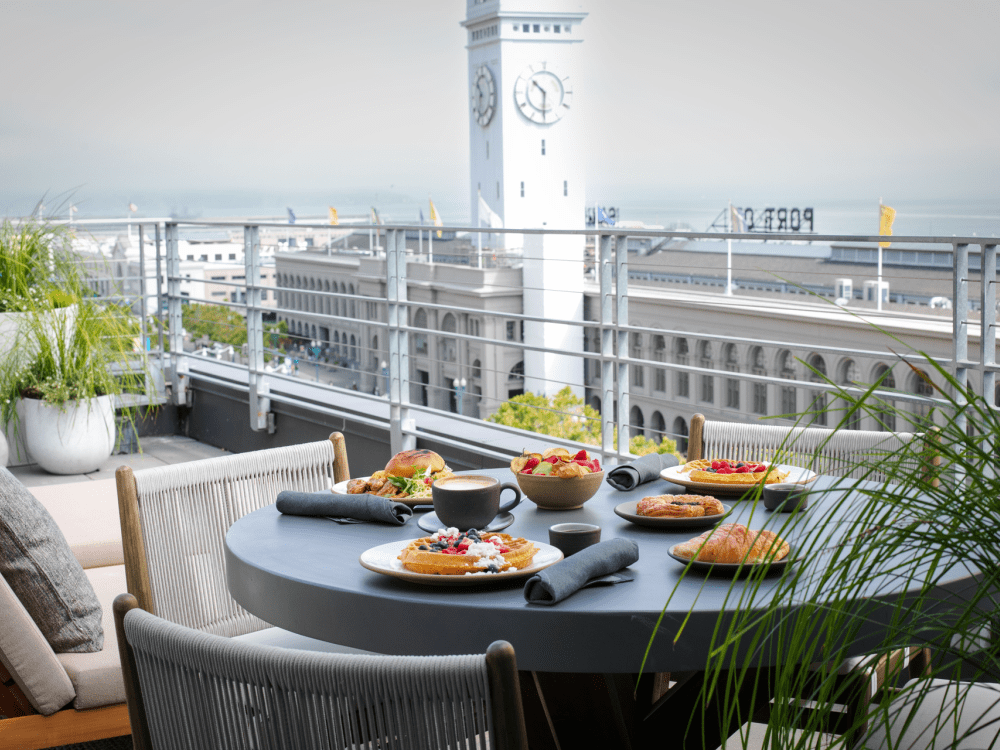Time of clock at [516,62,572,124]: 10:30
